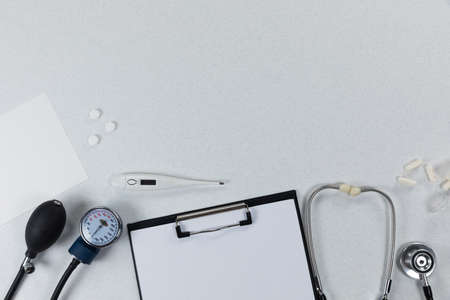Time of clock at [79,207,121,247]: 1:37
